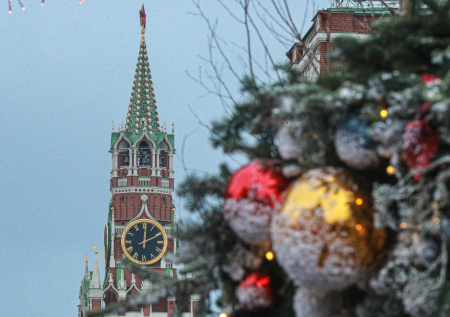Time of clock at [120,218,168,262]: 12:10
